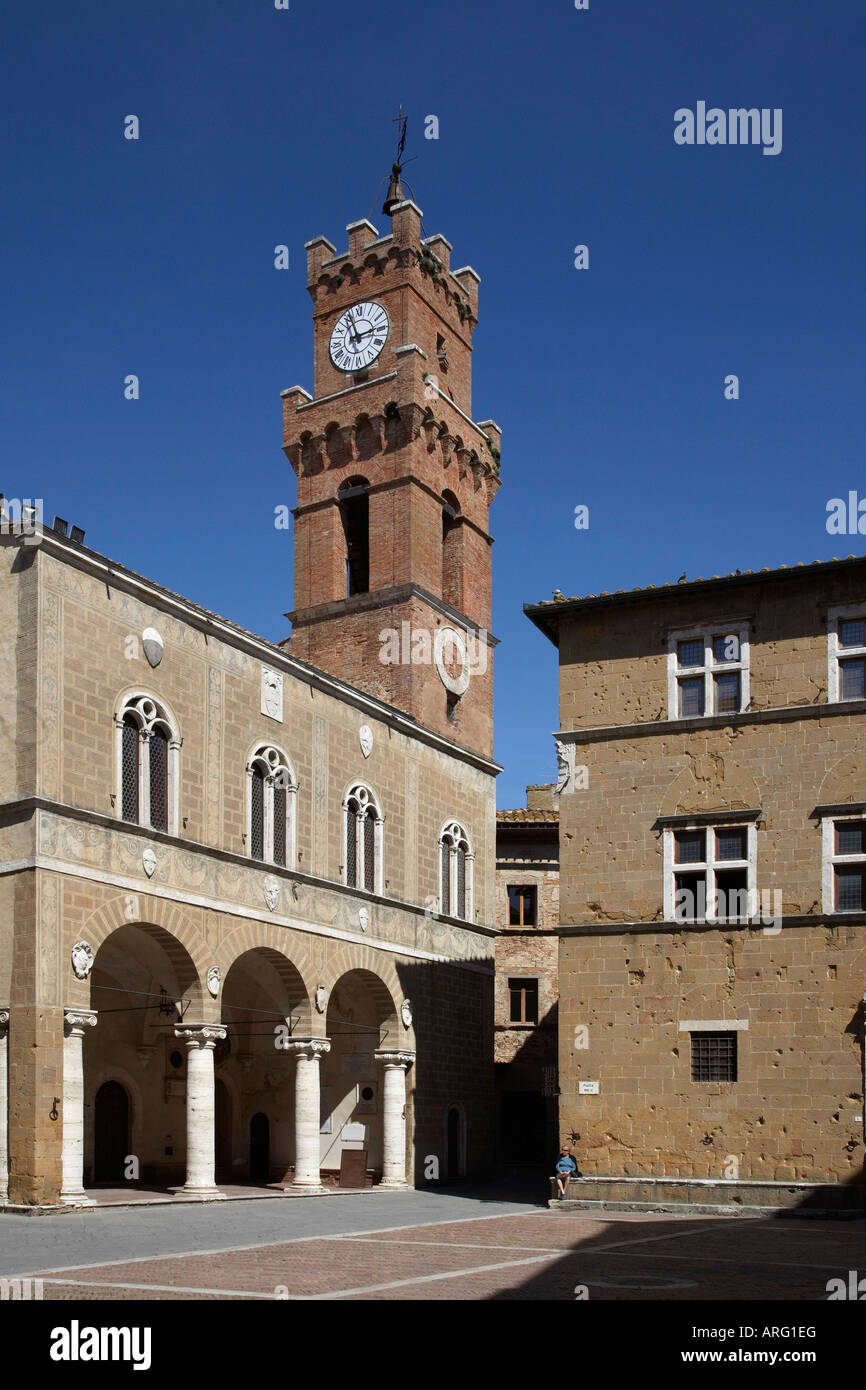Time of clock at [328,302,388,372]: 2:56
